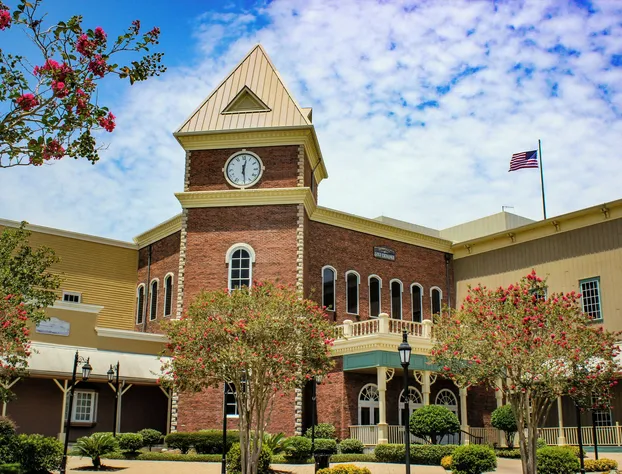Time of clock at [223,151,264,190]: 12:28
